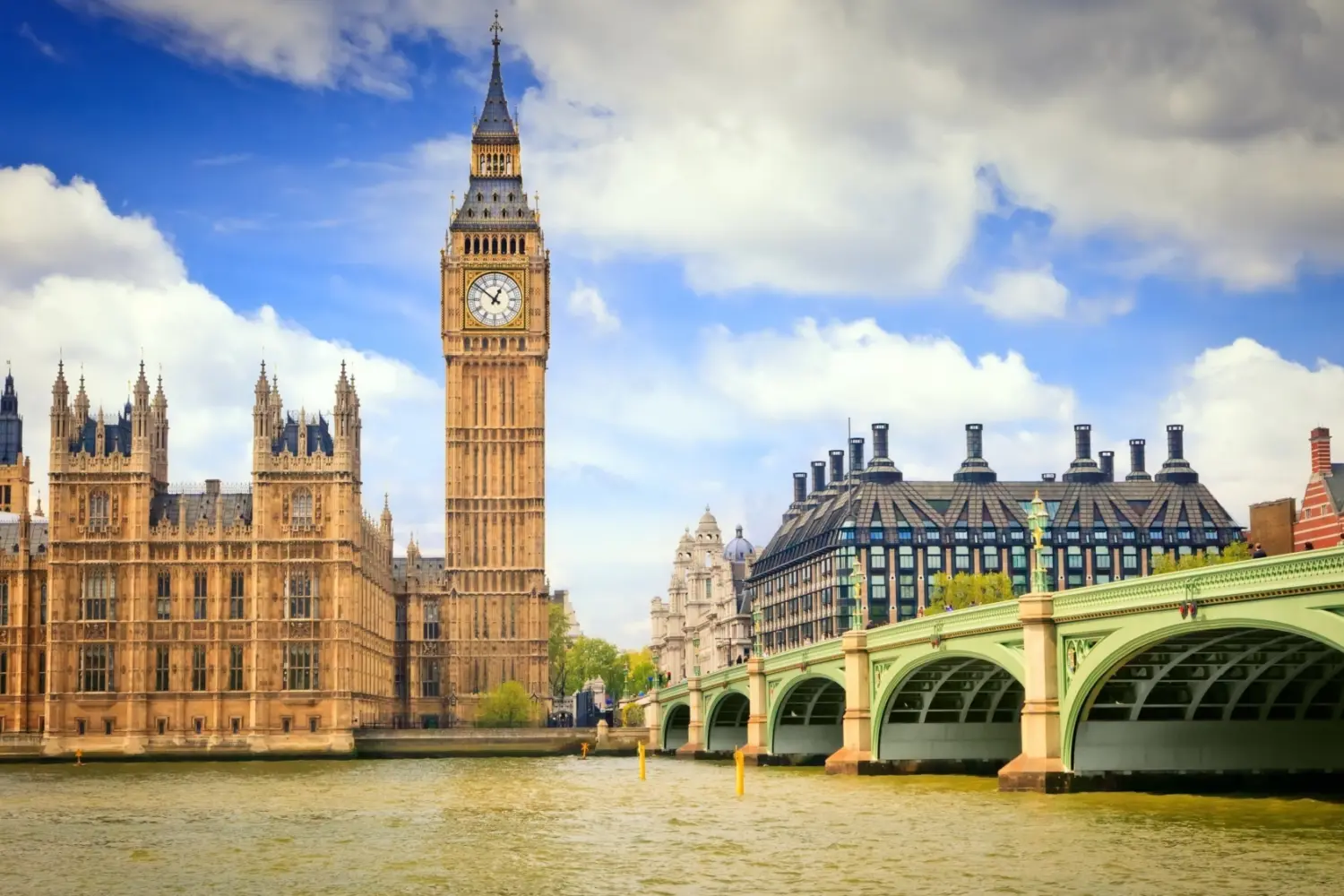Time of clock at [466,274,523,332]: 12:51
